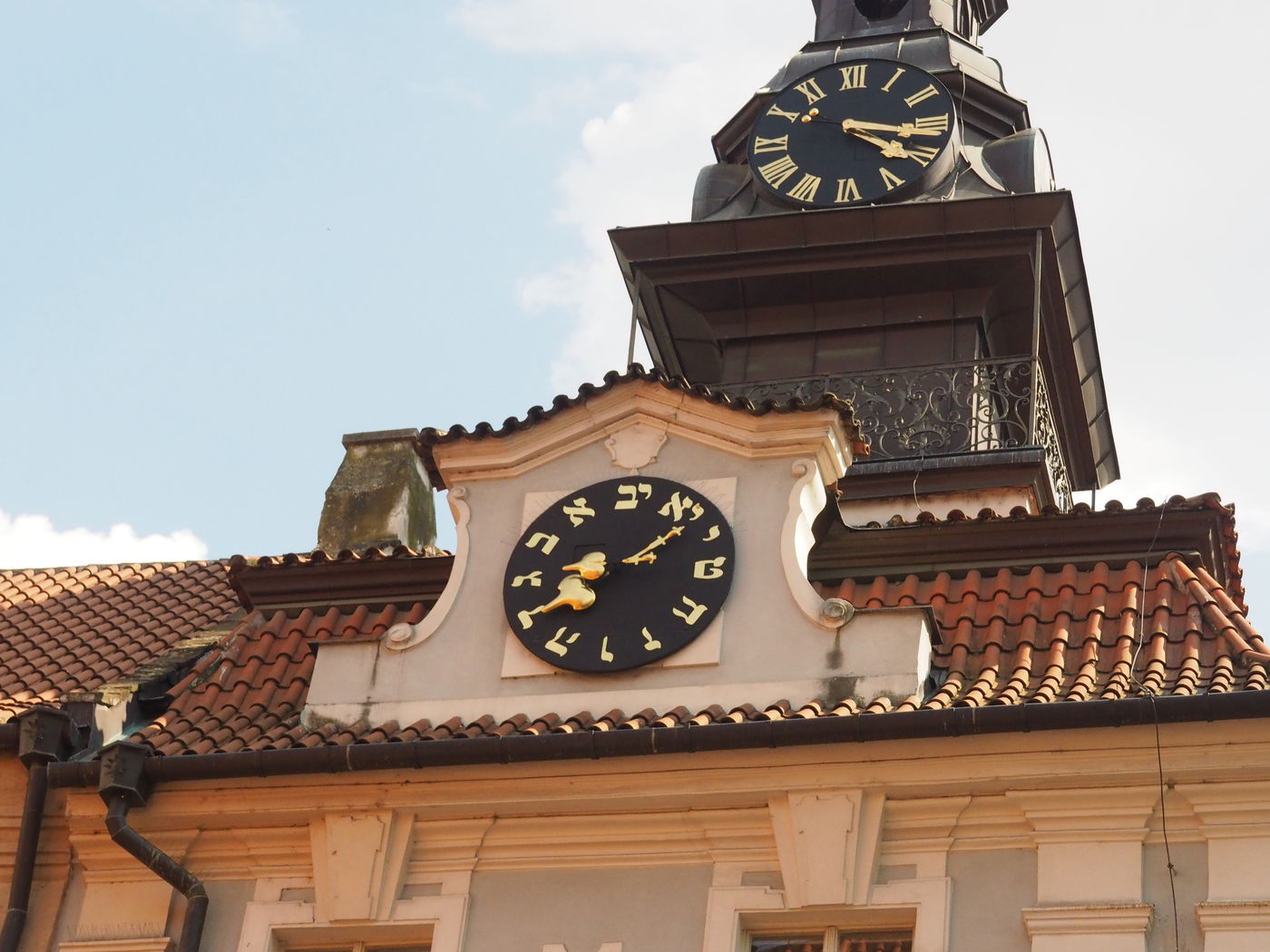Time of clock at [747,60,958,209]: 4:17
